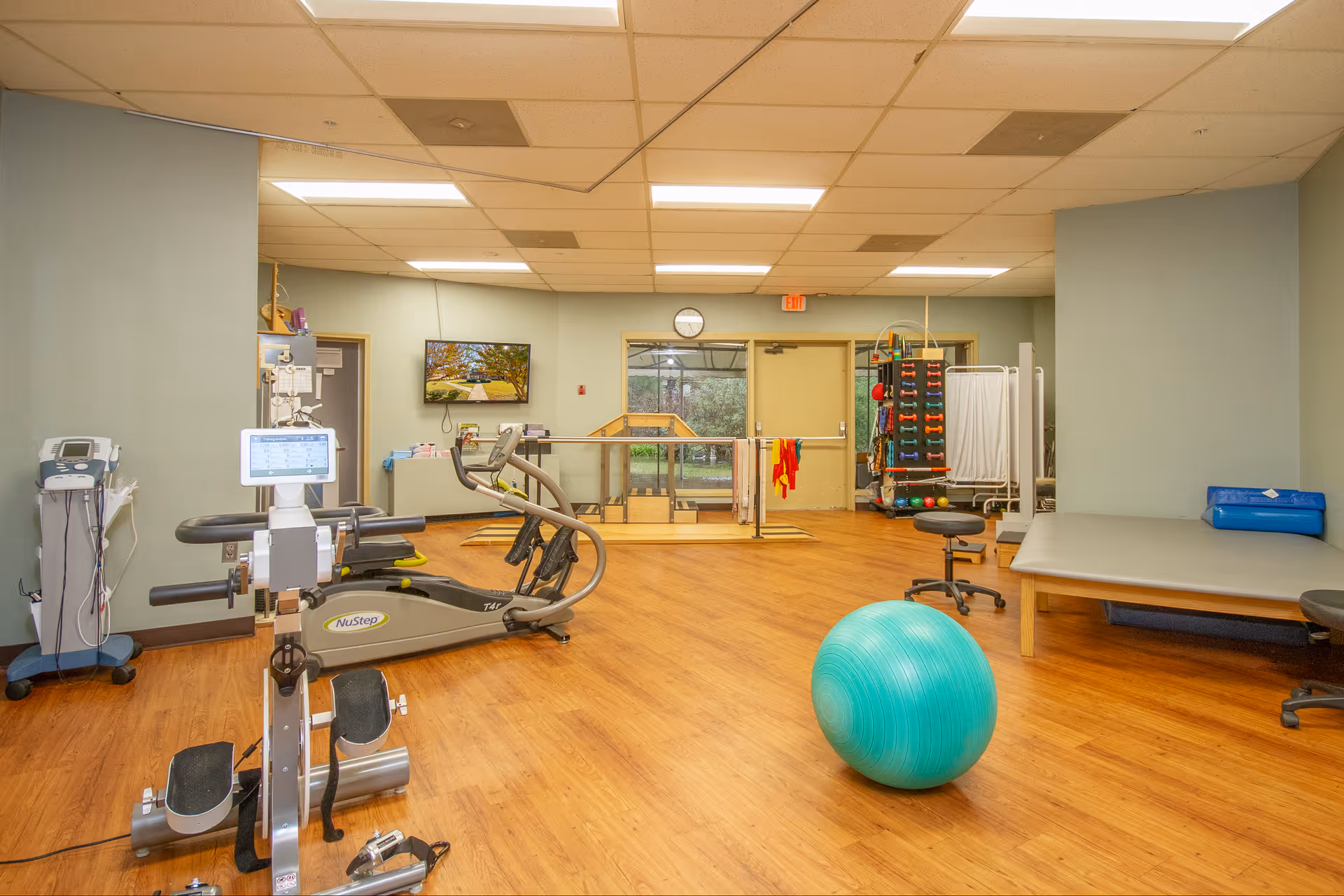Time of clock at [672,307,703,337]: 5:15
